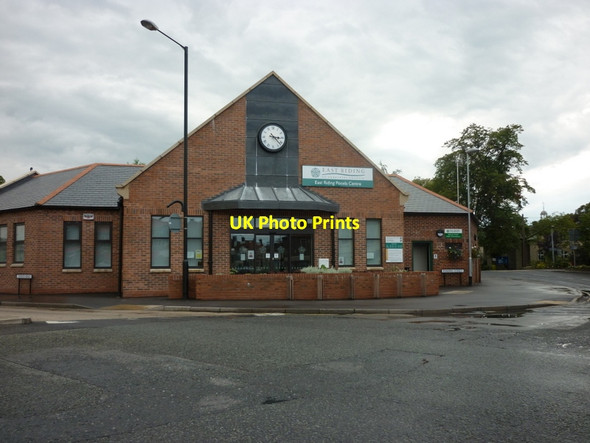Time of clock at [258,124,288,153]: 3:22
